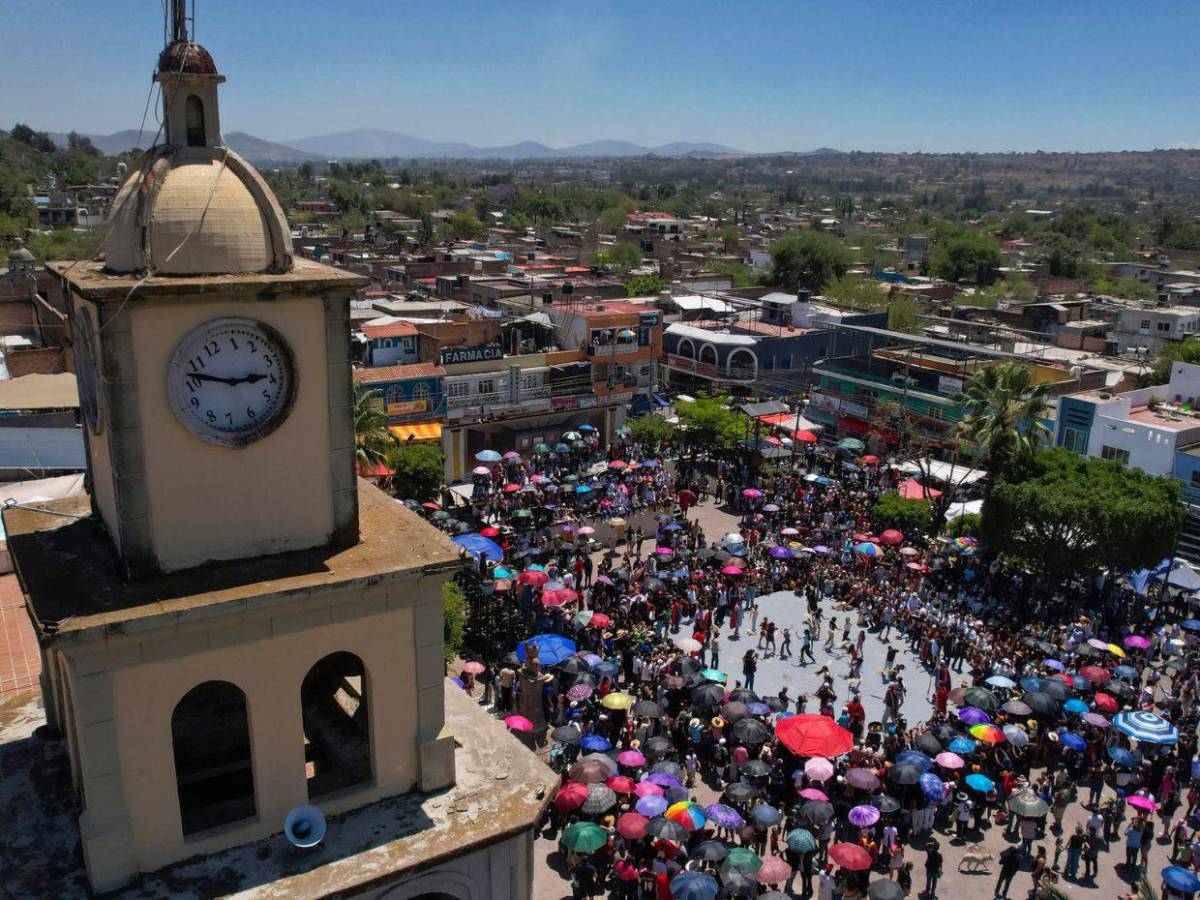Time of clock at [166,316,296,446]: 3:51
